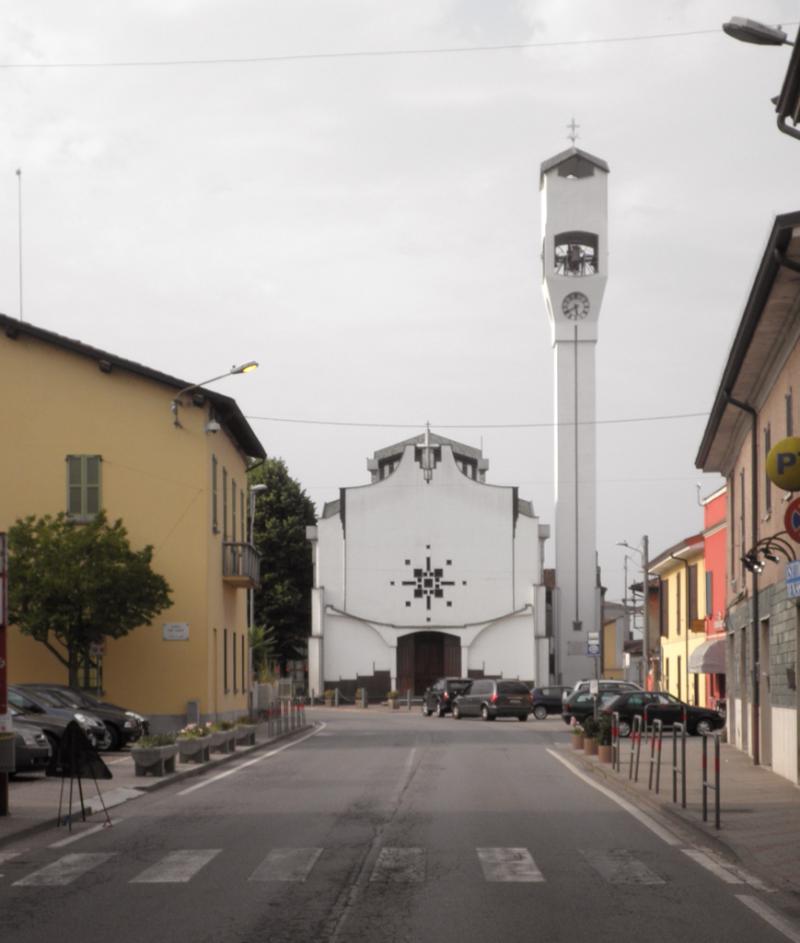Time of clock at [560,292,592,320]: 5:40
